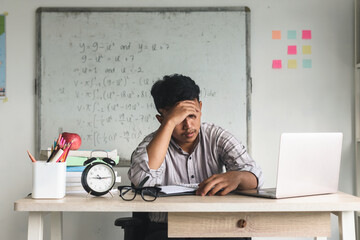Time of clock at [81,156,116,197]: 9:14
